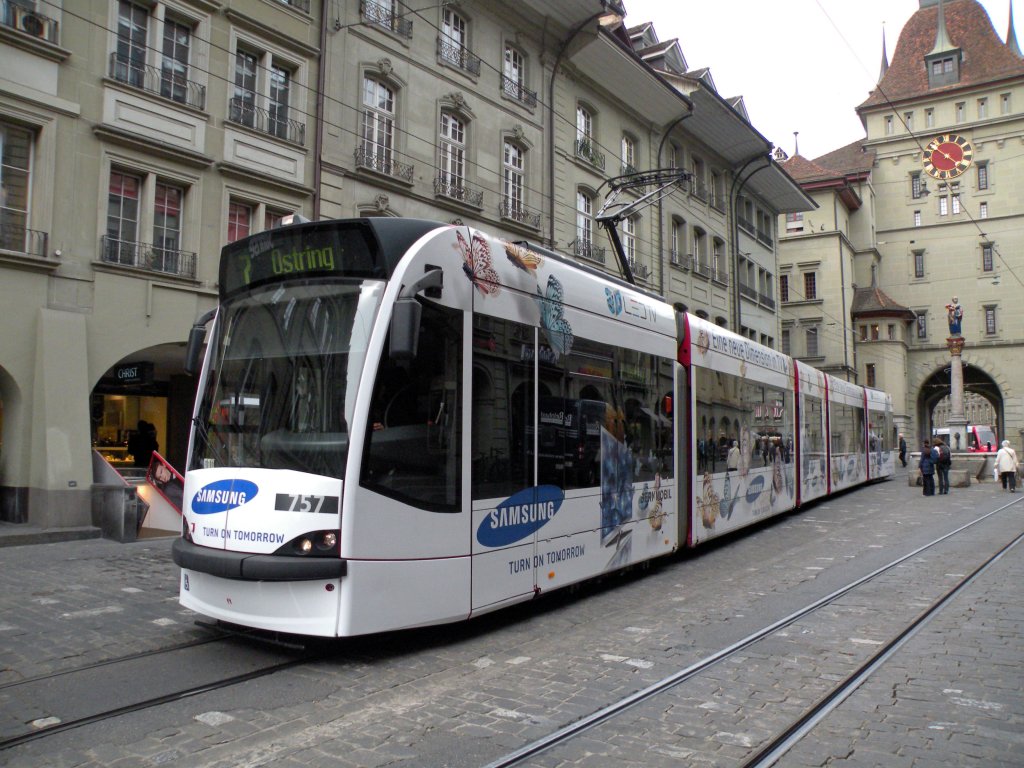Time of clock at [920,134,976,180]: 10:21
